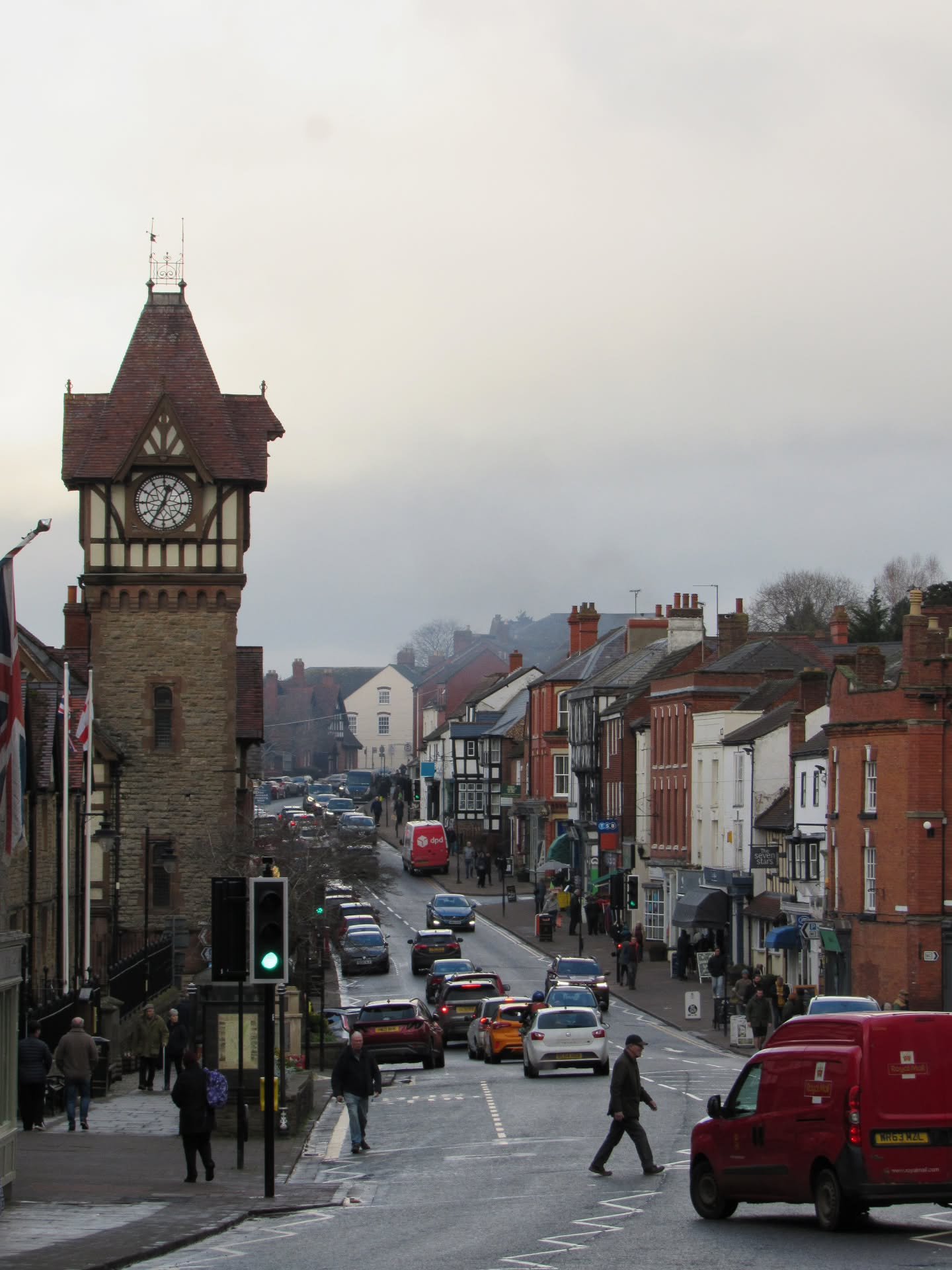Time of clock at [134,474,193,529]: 12:34
